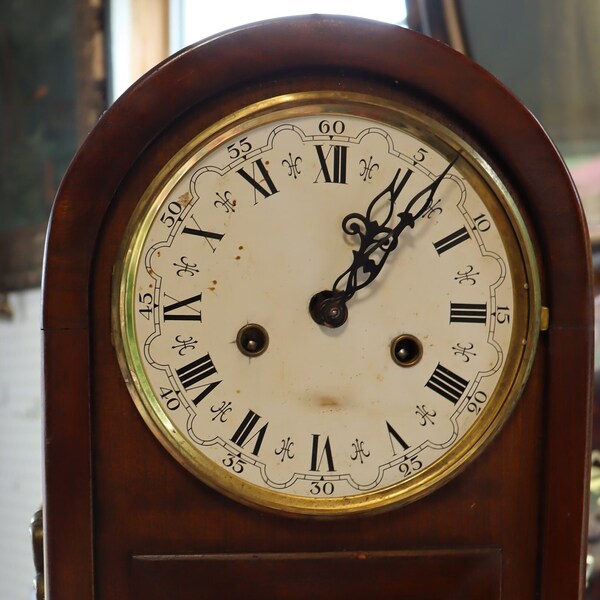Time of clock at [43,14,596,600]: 1:07
